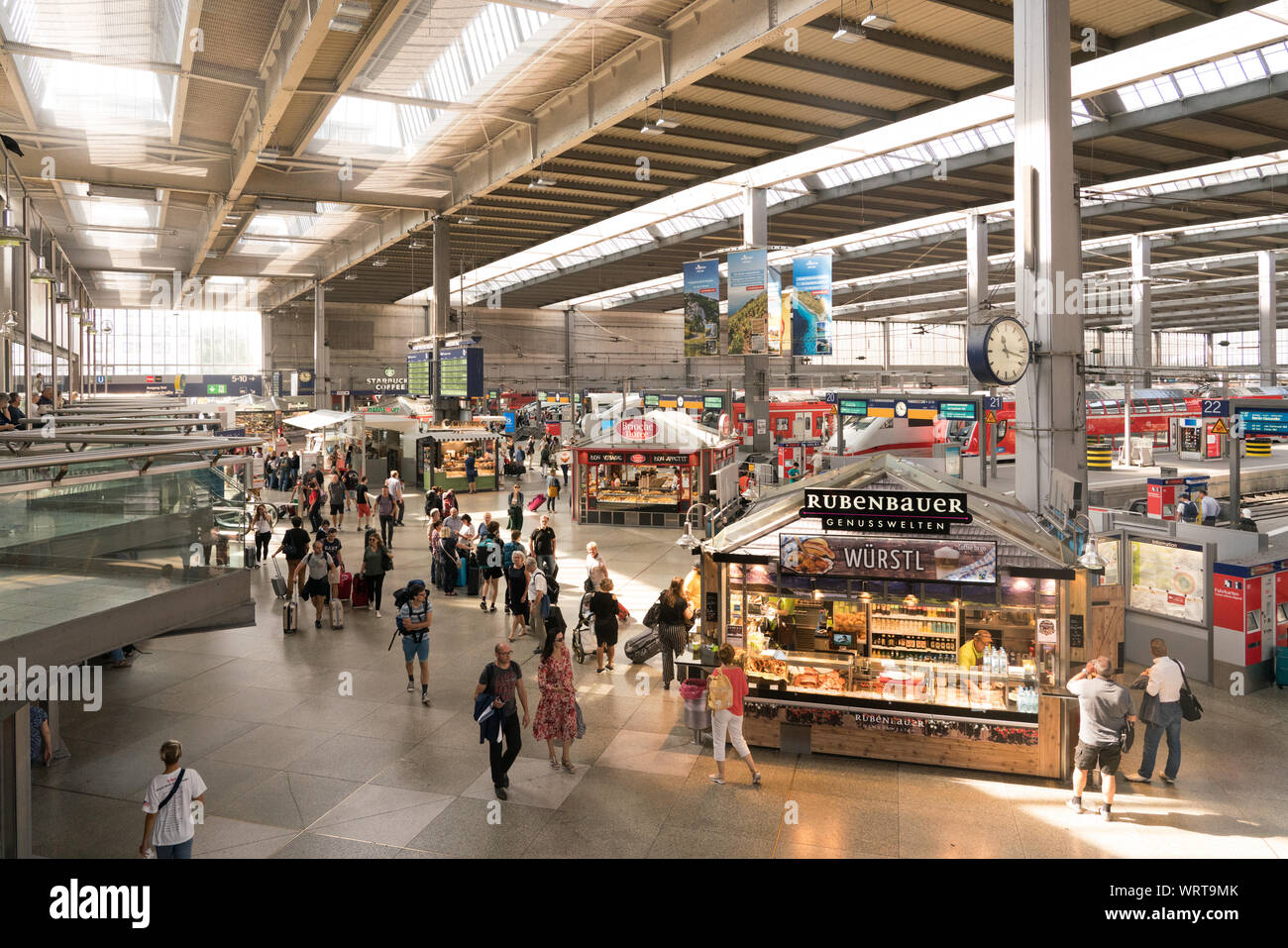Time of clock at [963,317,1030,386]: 11:17
